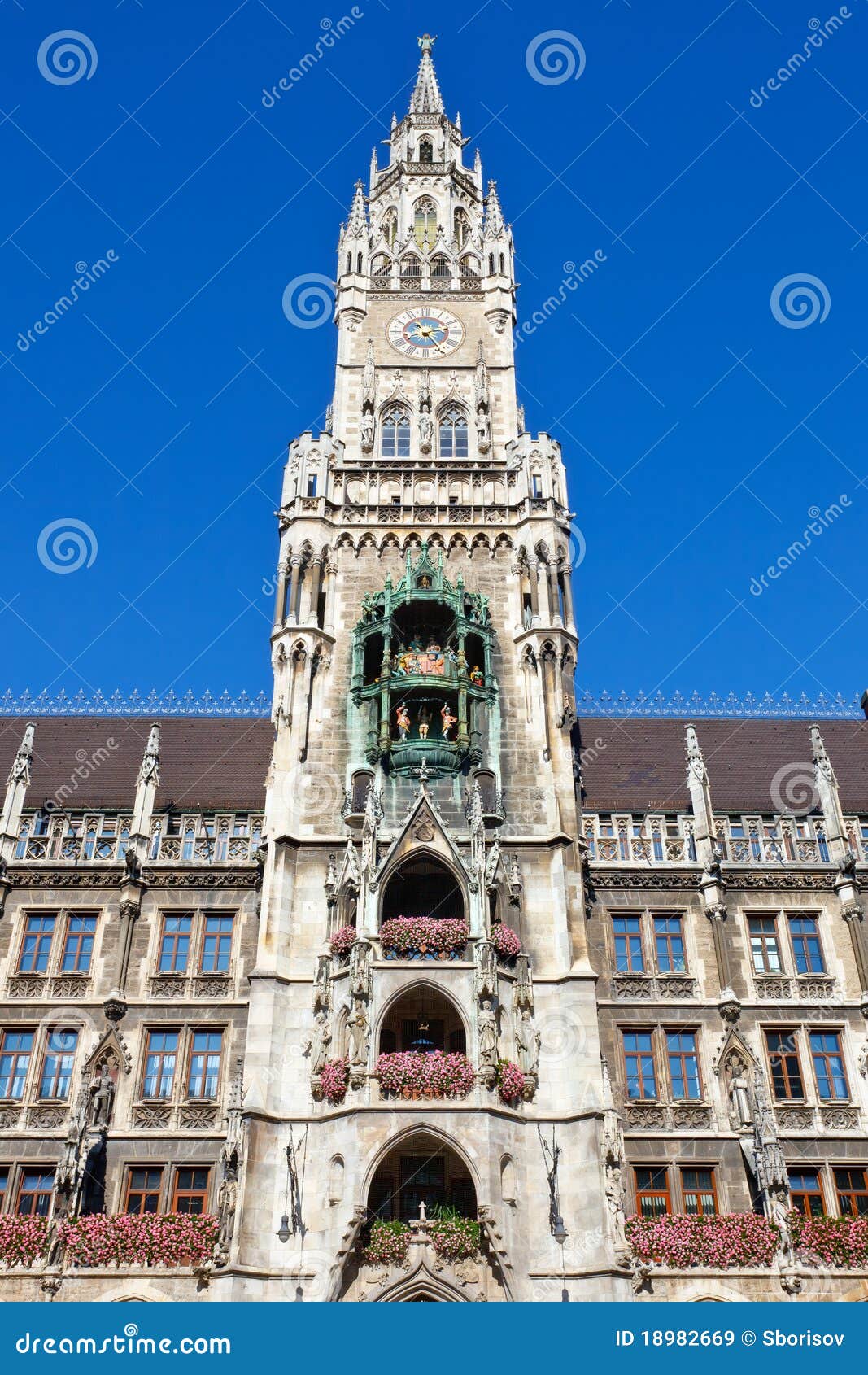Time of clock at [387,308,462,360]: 2:24
